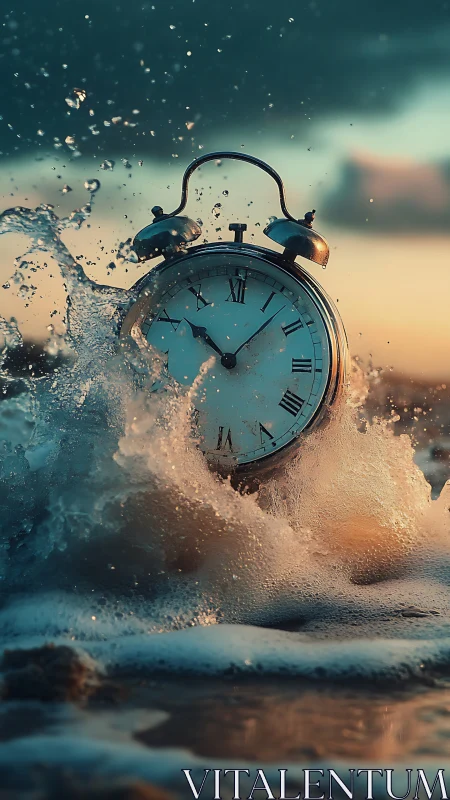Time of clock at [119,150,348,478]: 10:07
